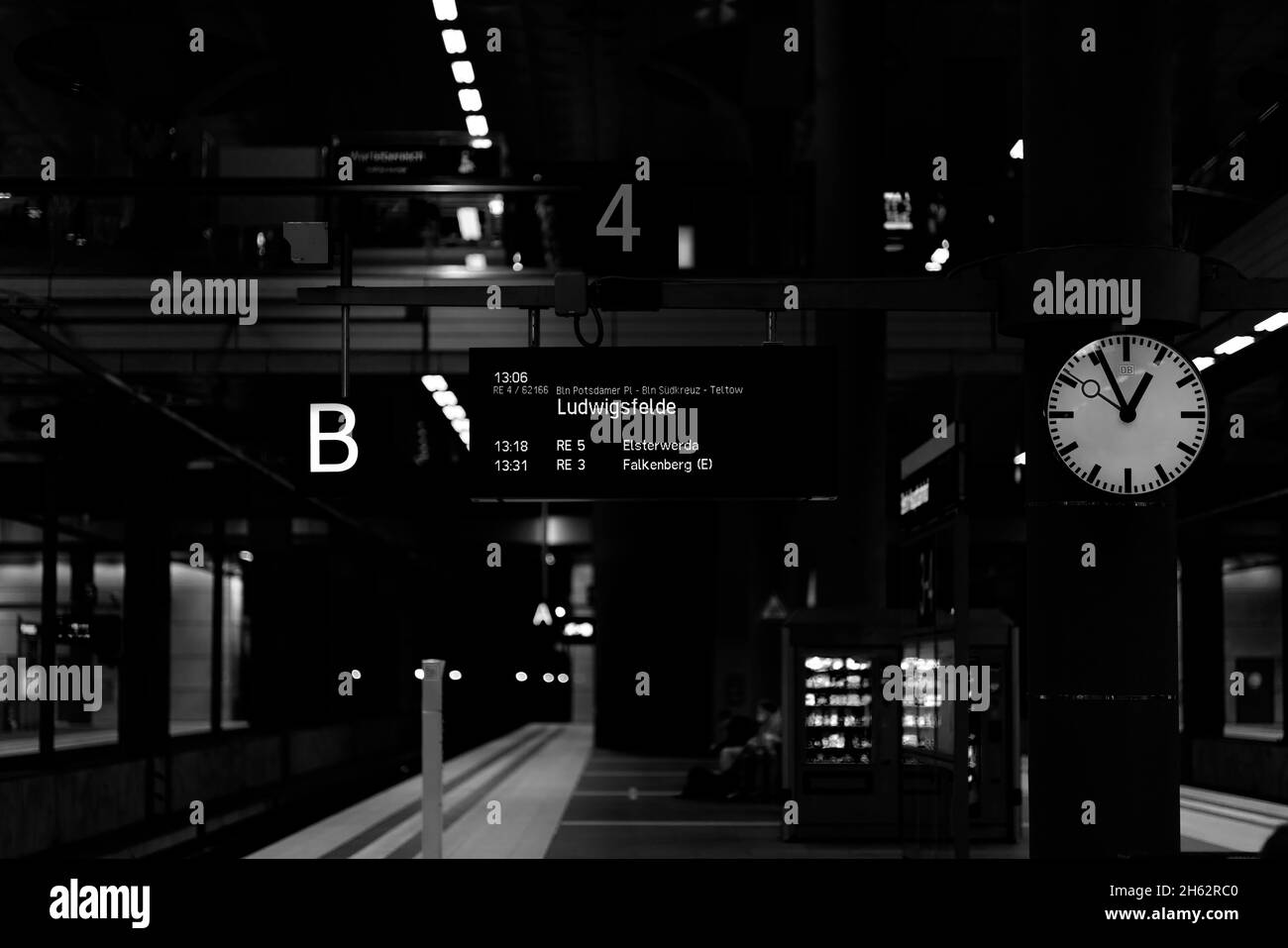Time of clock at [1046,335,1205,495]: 12:55
